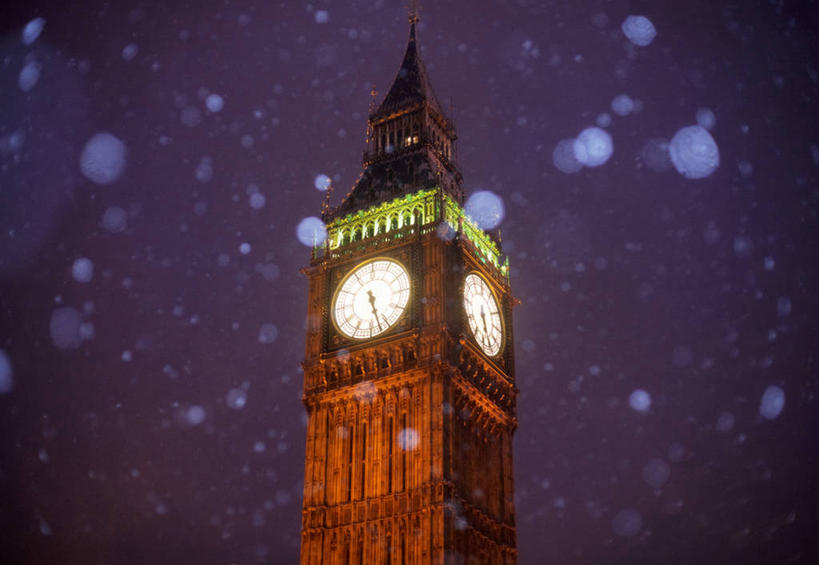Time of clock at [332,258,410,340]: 5:27
